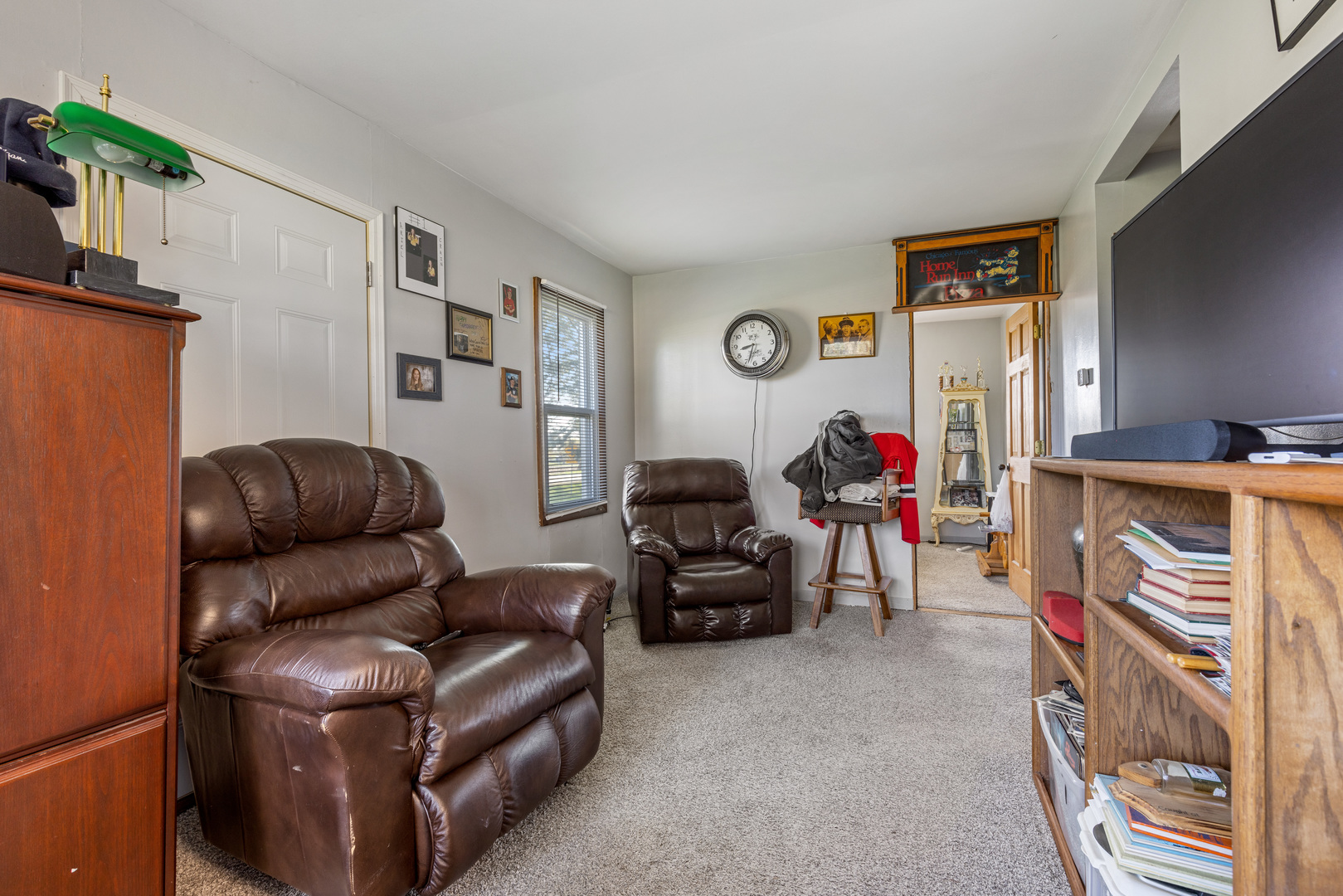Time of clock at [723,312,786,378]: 8:33
